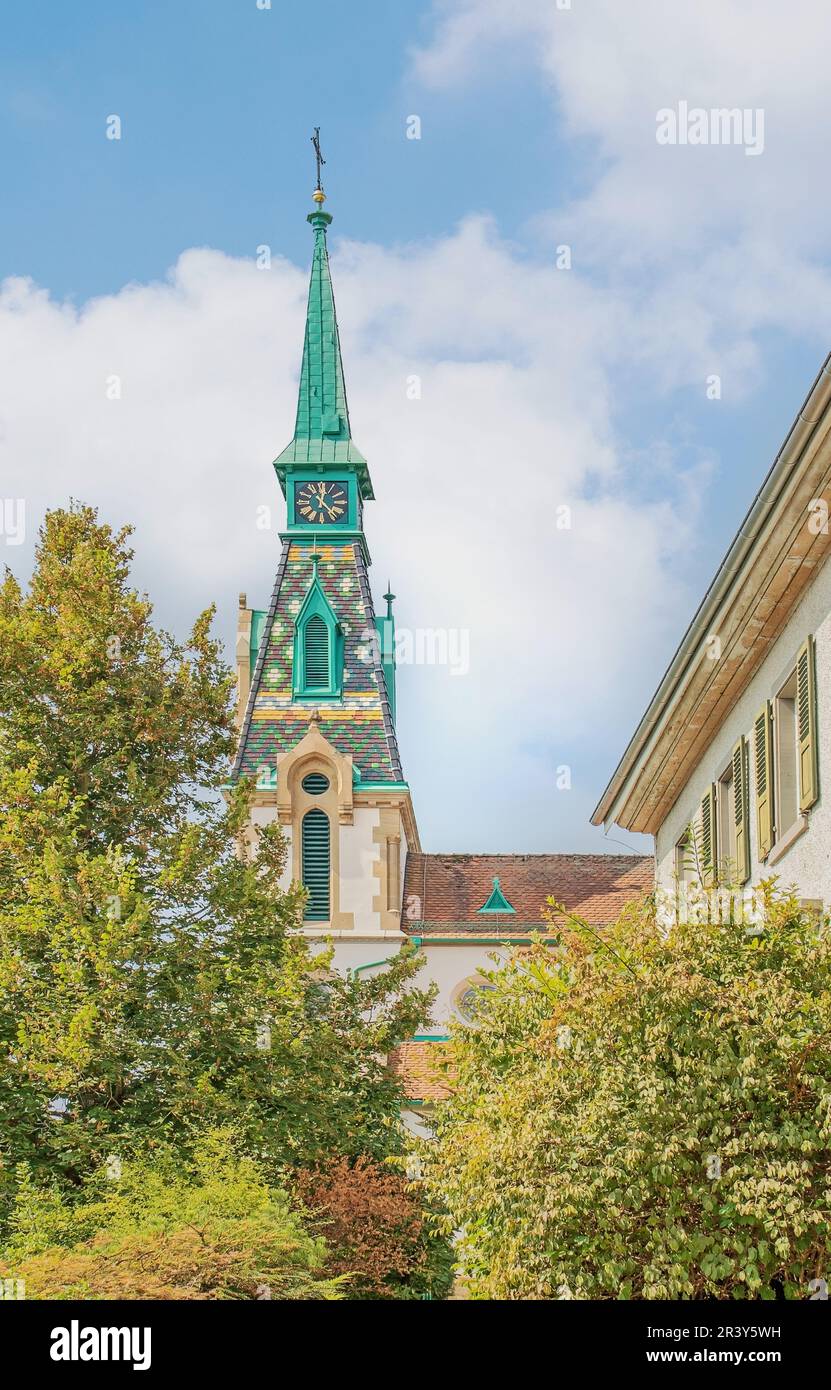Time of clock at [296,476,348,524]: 12:23
